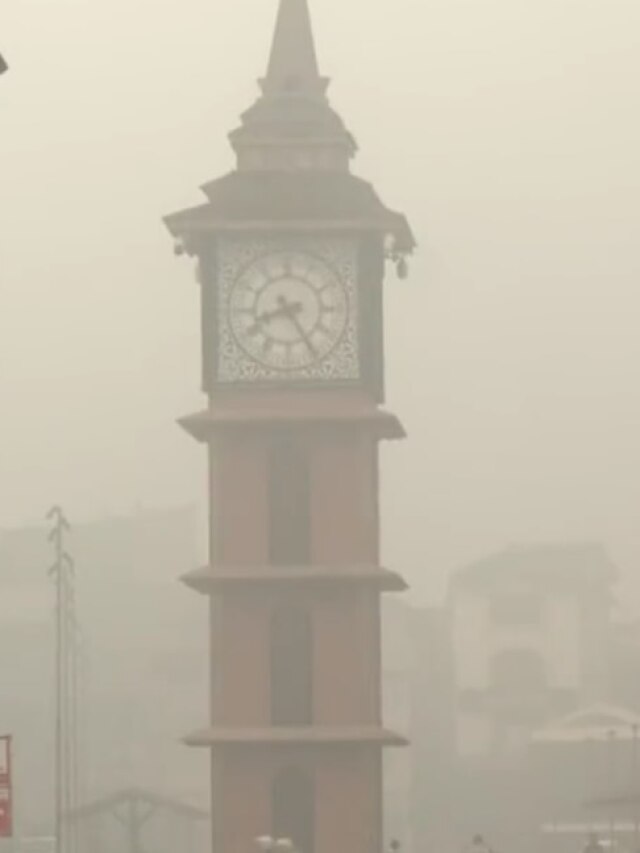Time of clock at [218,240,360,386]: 8:25
